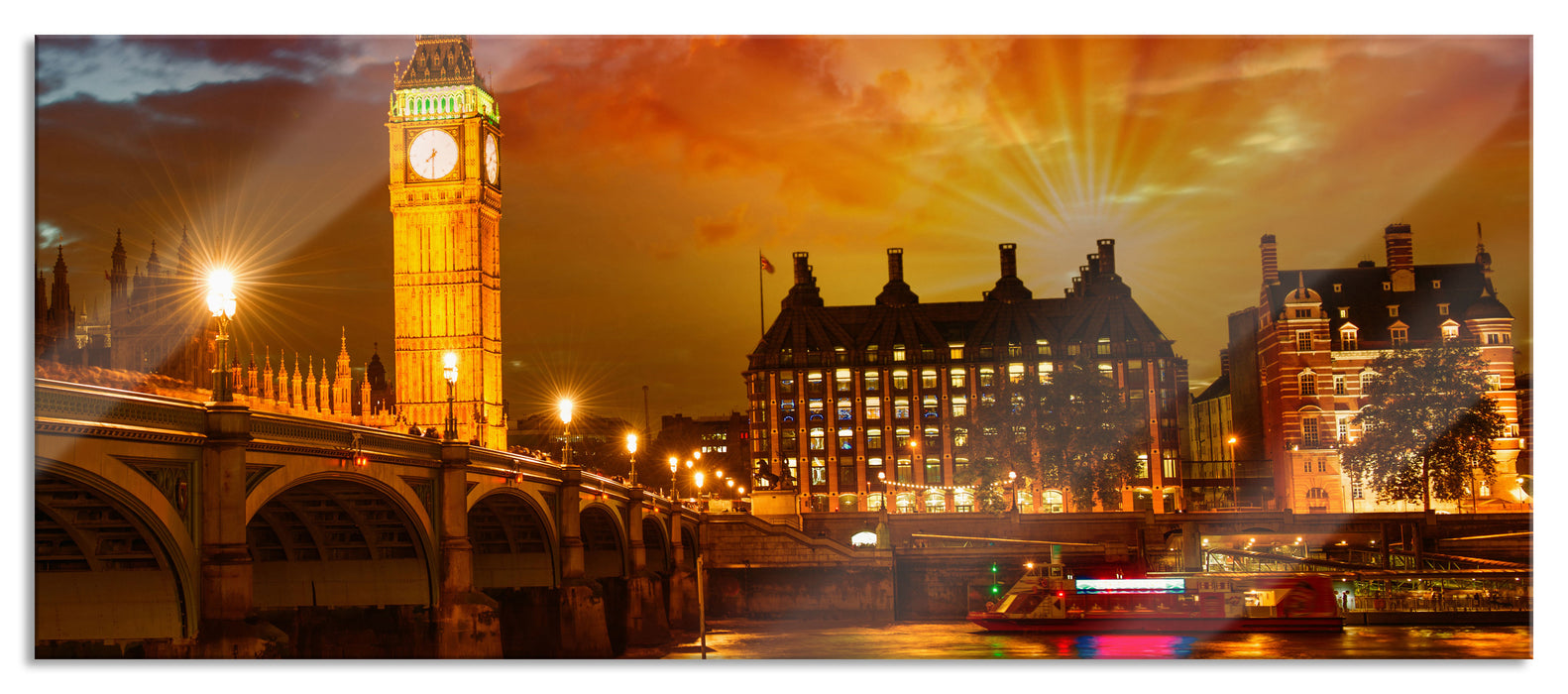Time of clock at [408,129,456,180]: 7:30
